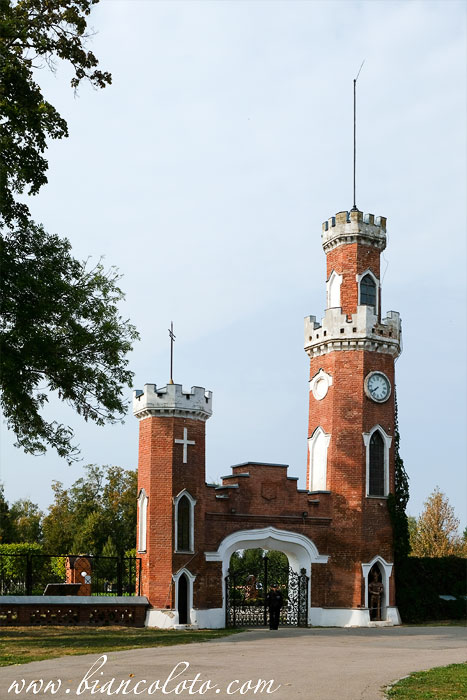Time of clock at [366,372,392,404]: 7:39
